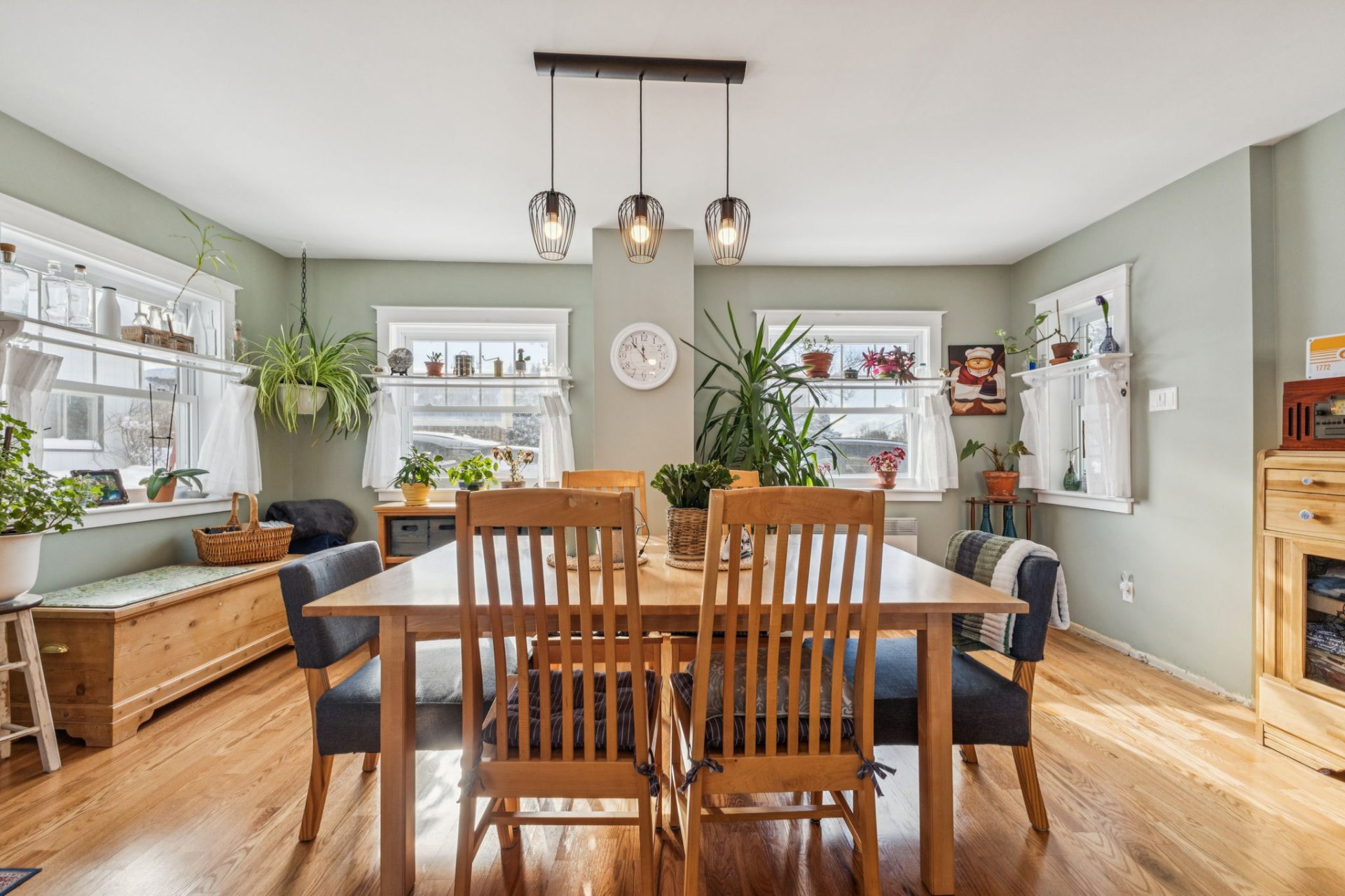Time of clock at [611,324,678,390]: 11:53
